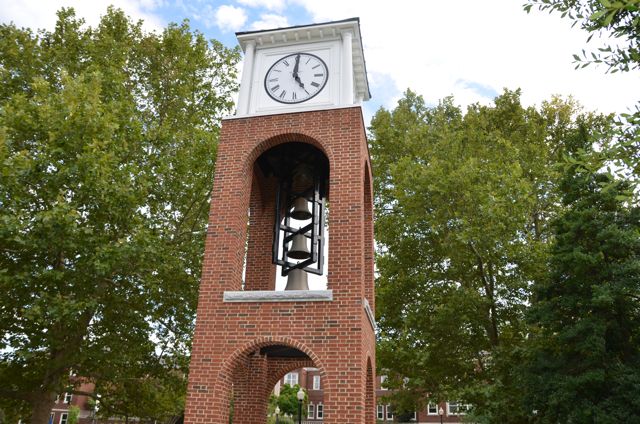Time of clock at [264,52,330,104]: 5:00
